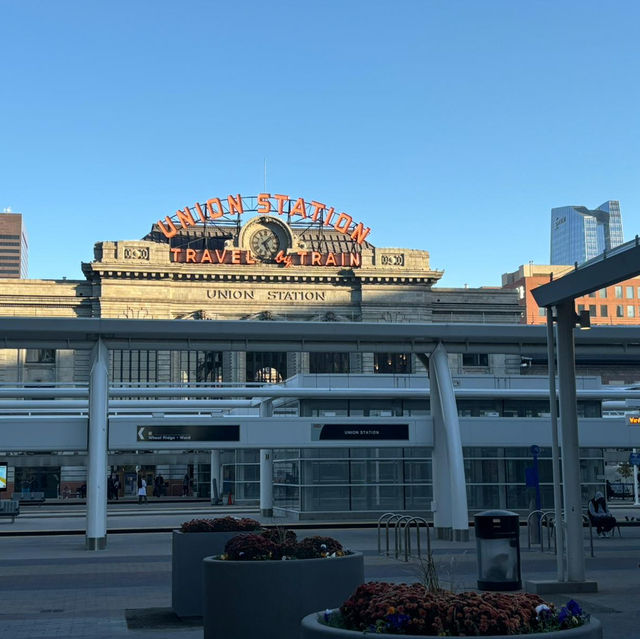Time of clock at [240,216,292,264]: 5:07
